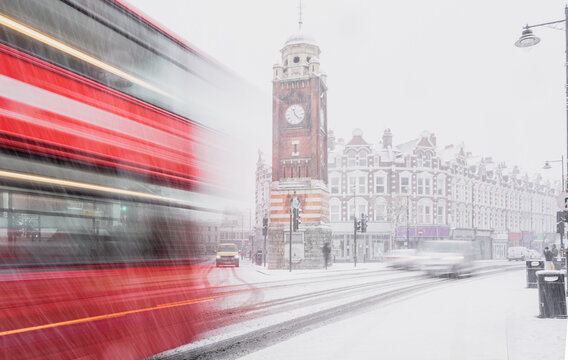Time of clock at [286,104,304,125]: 11:22
